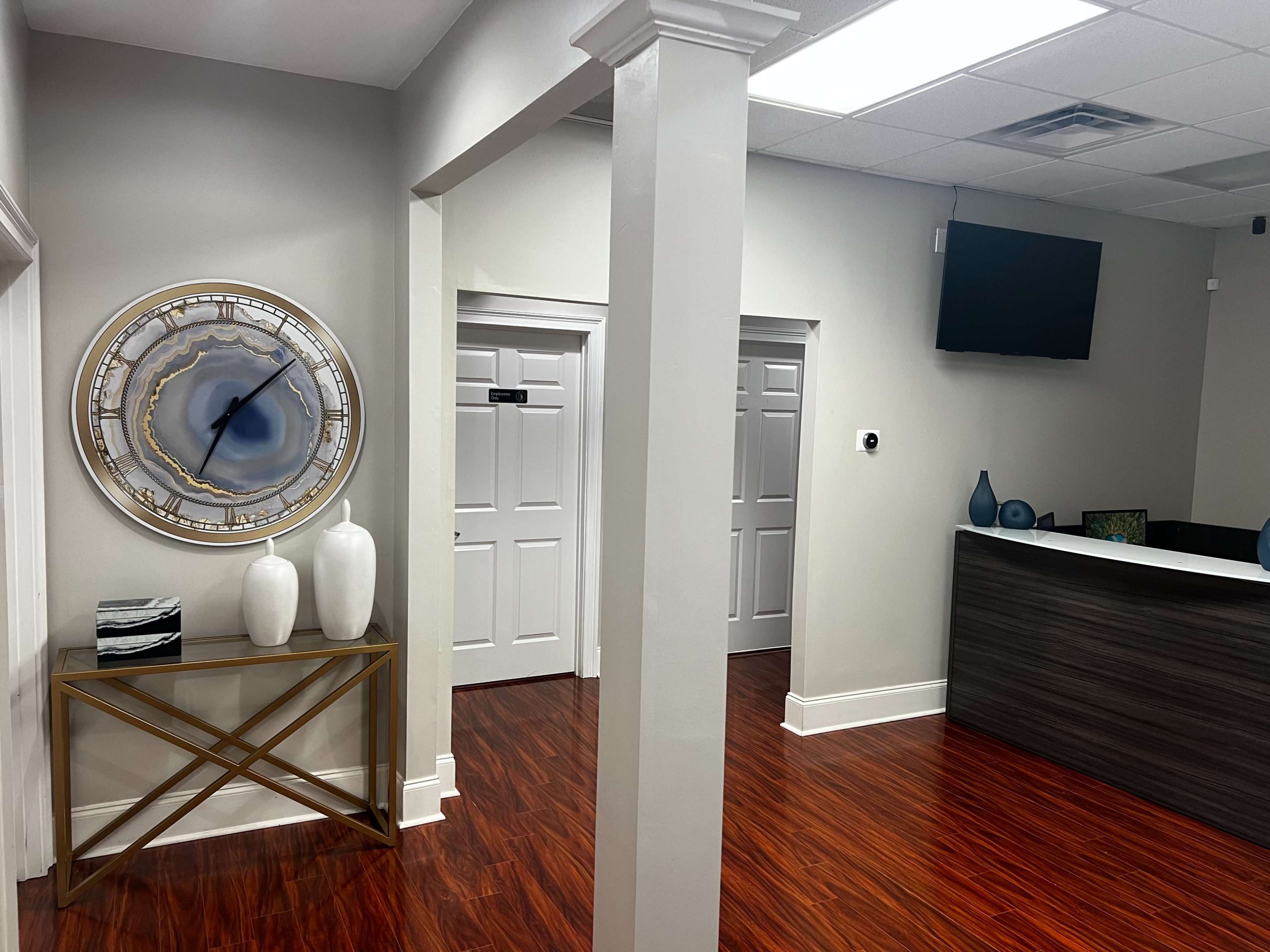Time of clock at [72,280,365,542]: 1:34
